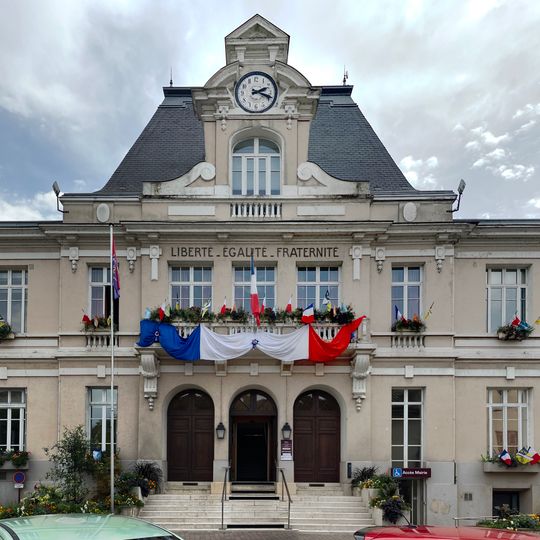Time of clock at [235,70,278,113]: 2:18
